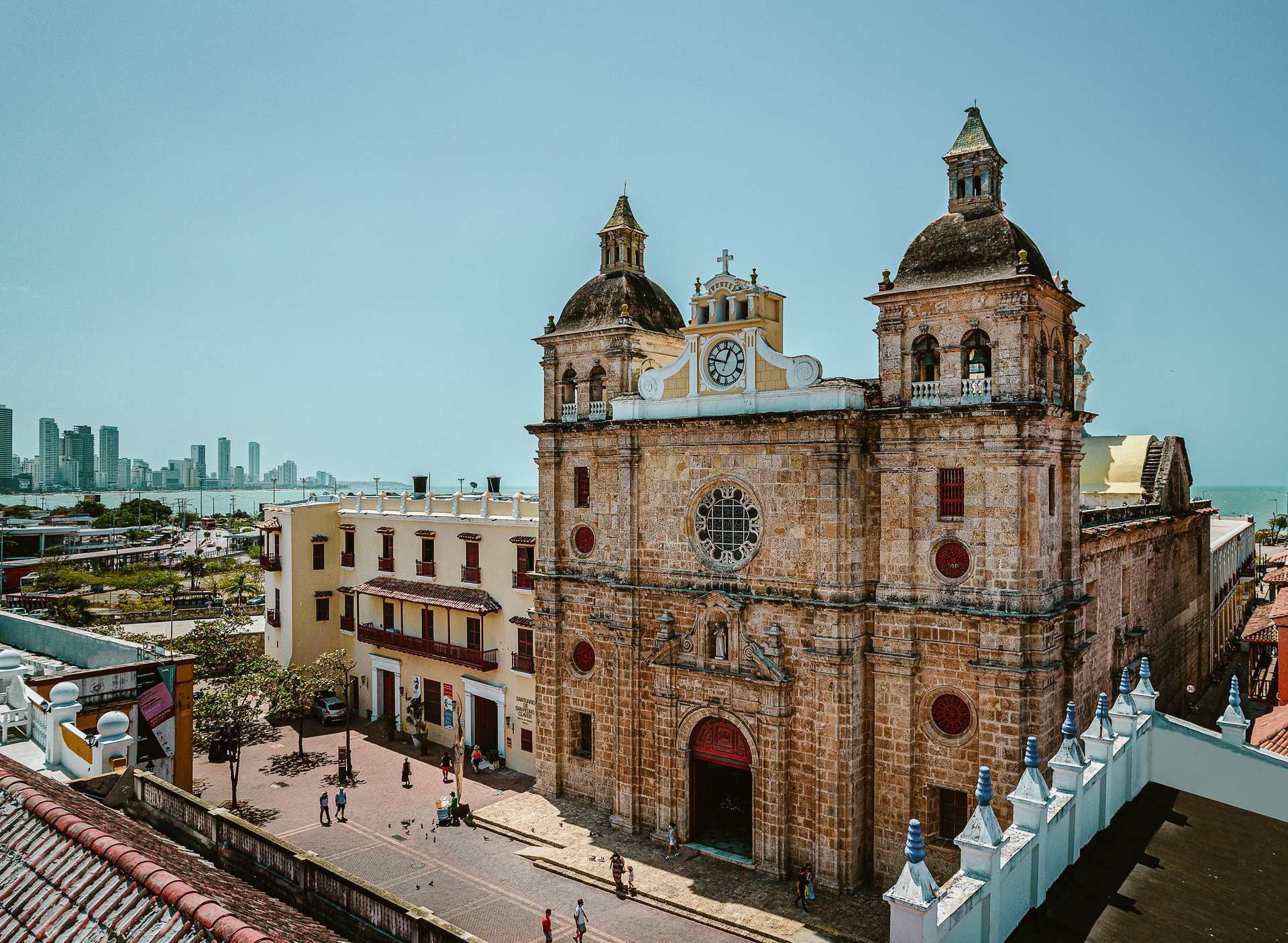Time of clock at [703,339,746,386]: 12:47
